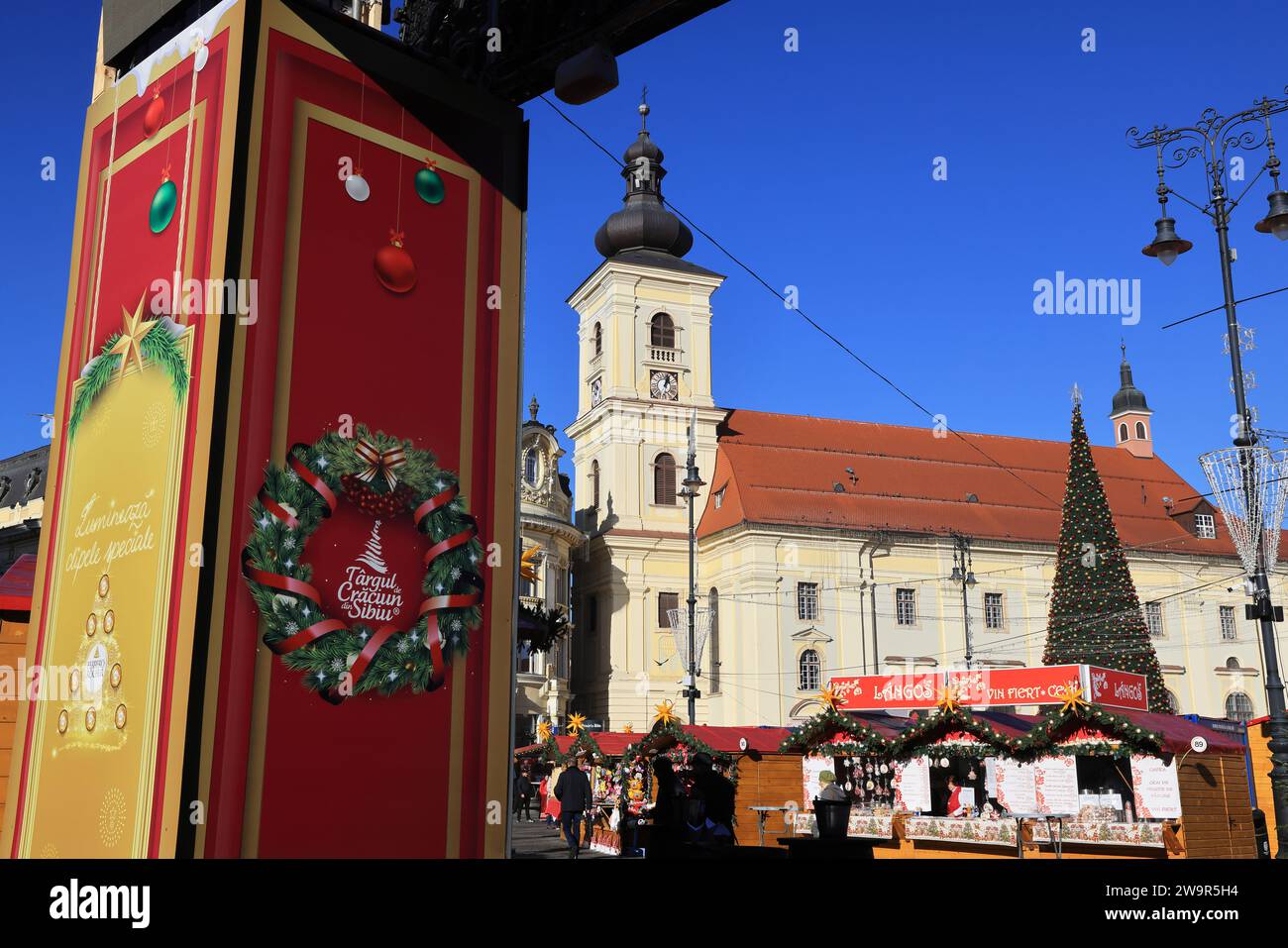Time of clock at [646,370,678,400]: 1:02
